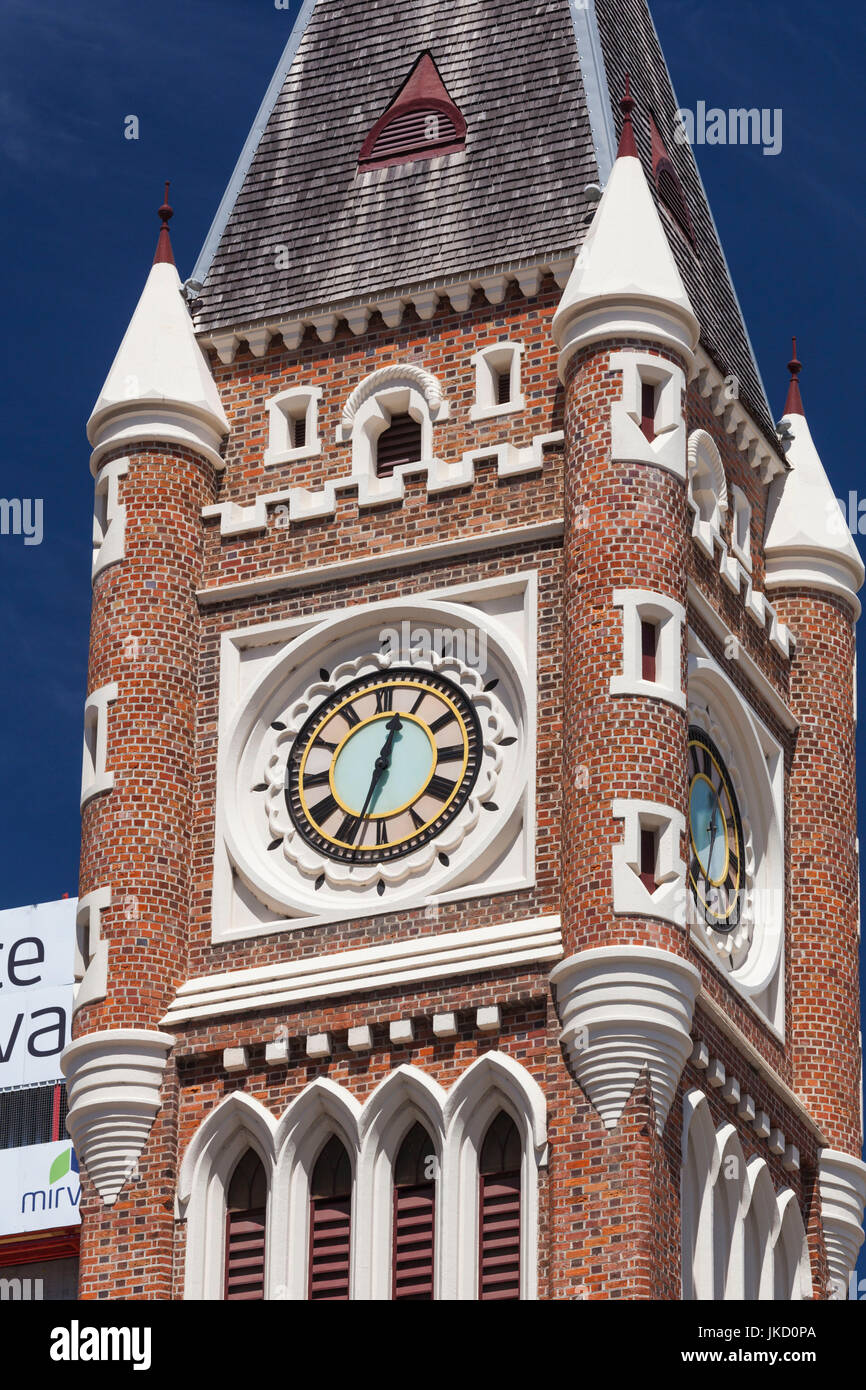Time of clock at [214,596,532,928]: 12:33
